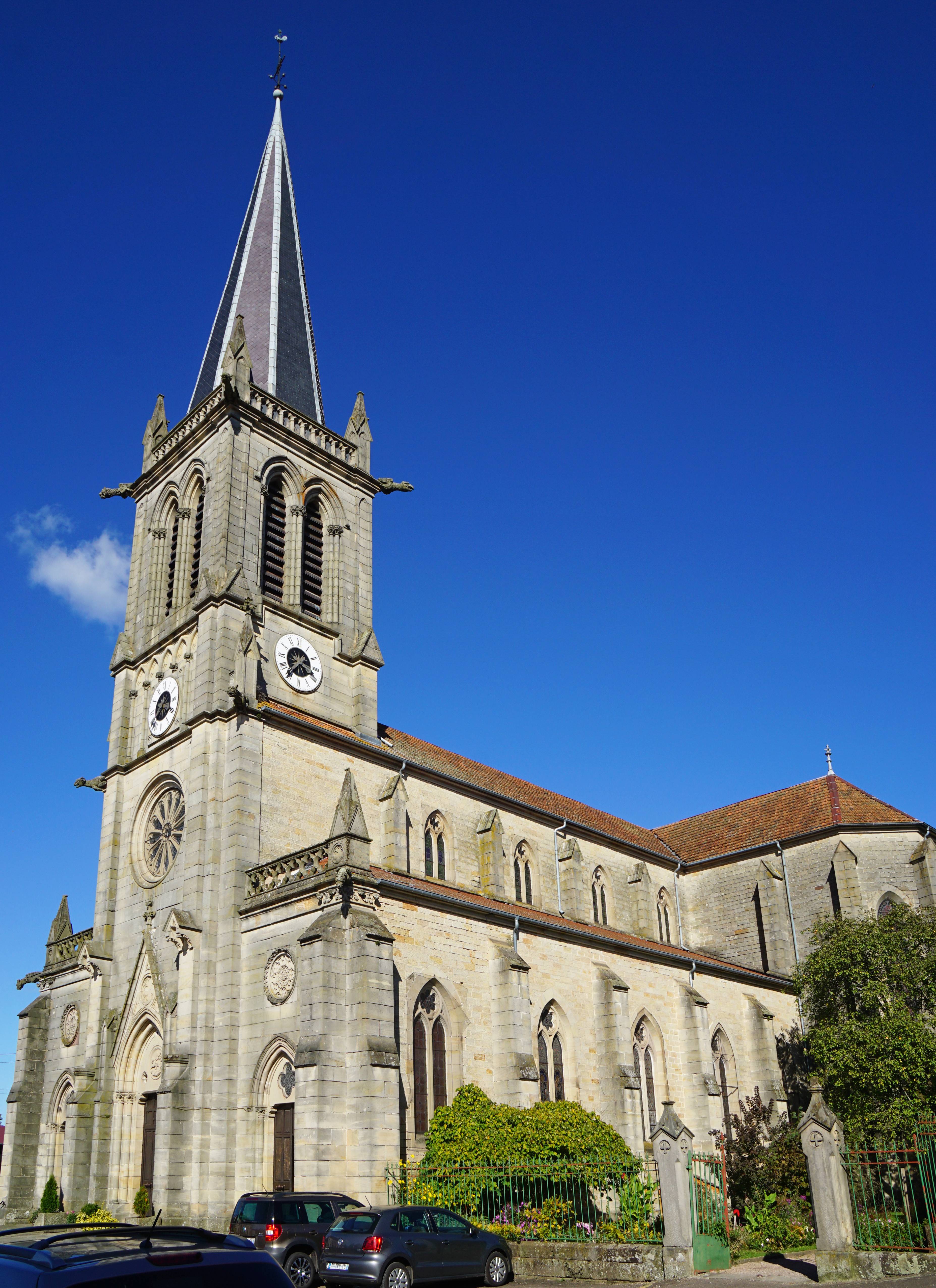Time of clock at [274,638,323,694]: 3:36
